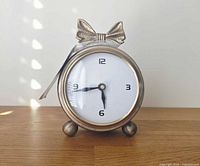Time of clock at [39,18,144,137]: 5:43
